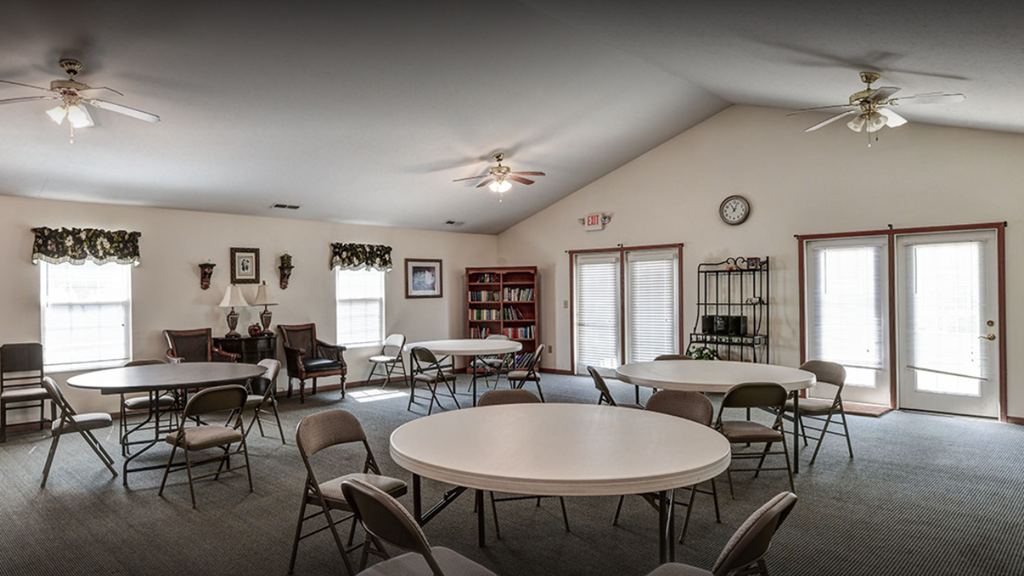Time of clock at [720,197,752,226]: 11:03
